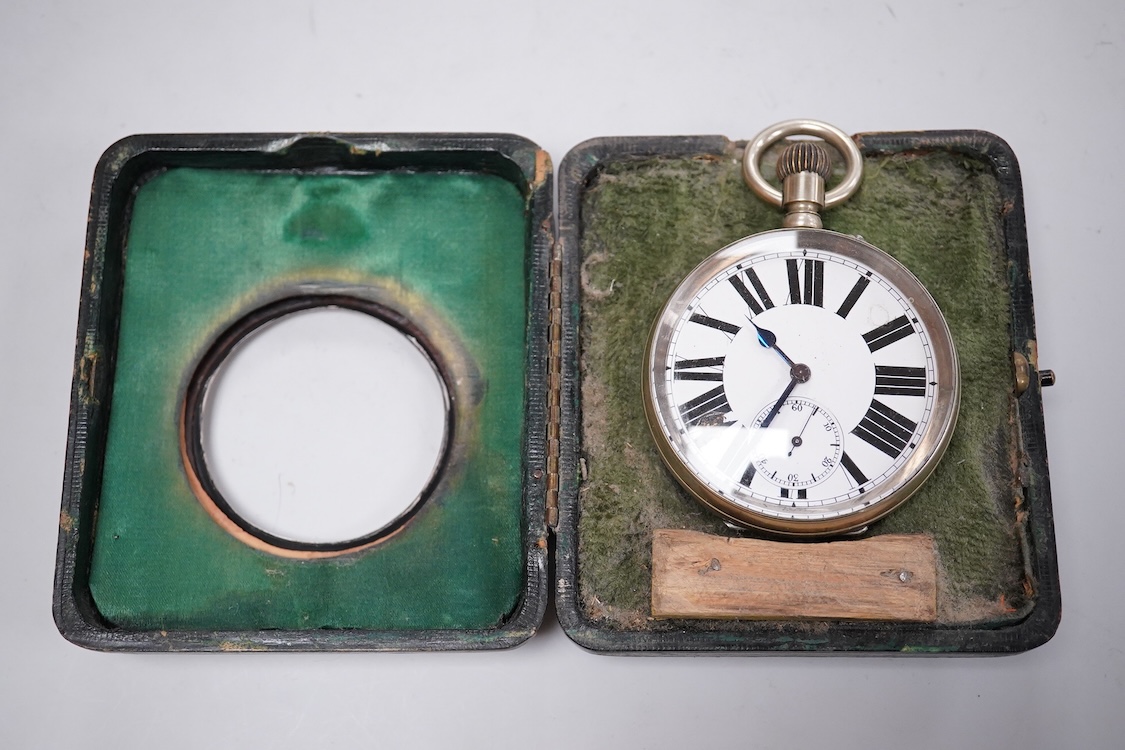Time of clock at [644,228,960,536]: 6:52
